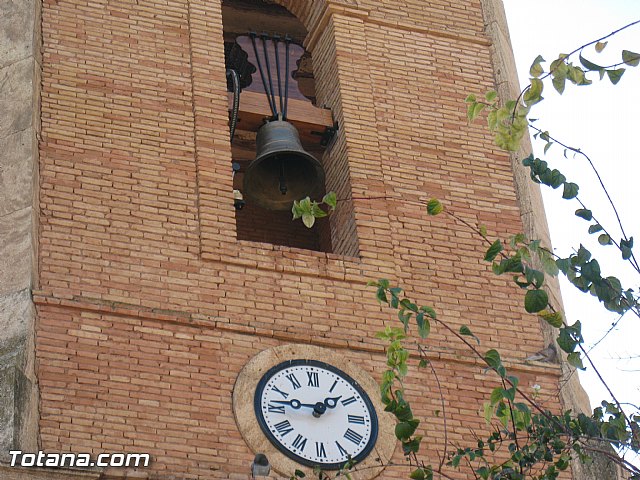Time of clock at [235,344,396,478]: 1:46
